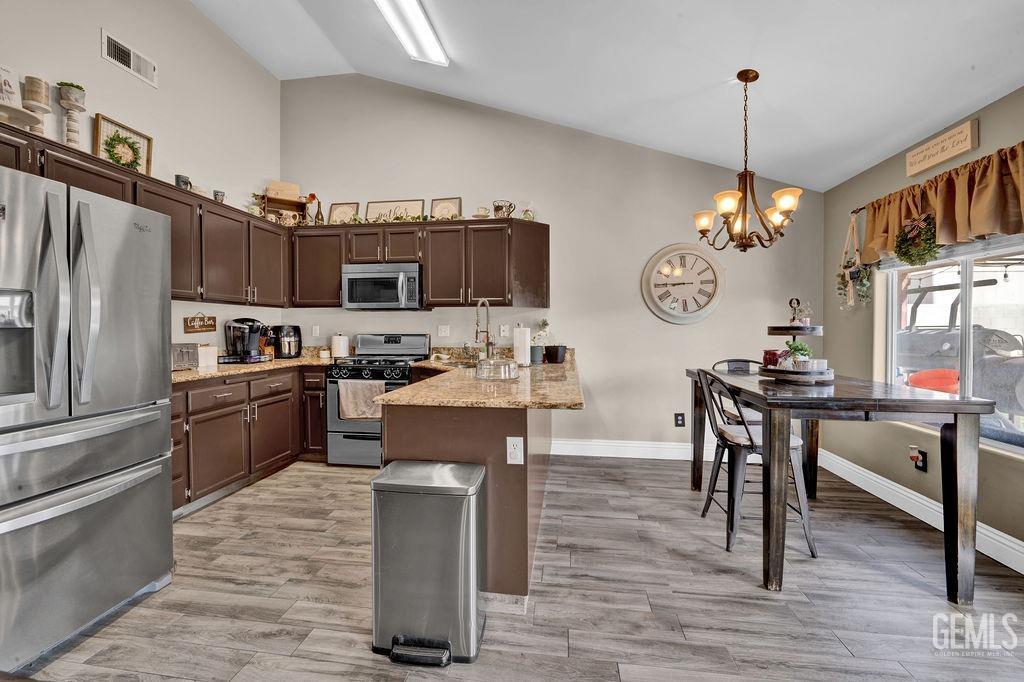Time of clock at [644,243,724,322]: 8:45
